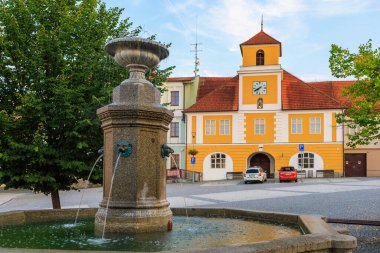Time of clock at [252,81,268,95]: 7:40
